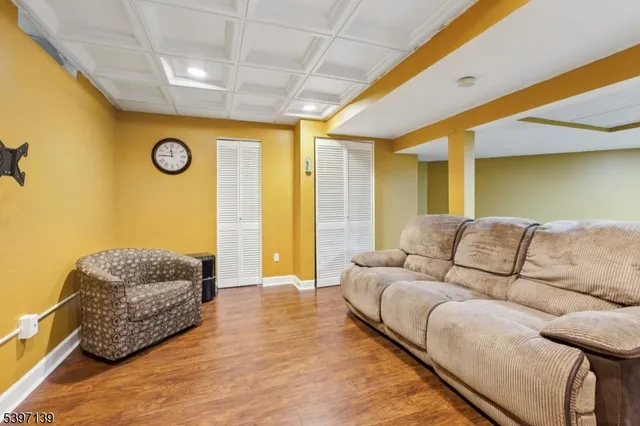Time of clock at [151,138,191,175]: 11:45
